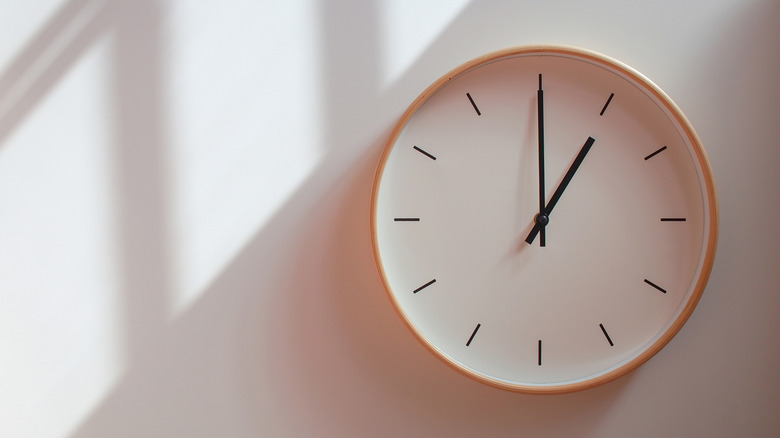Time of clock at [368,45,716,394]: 1:00
